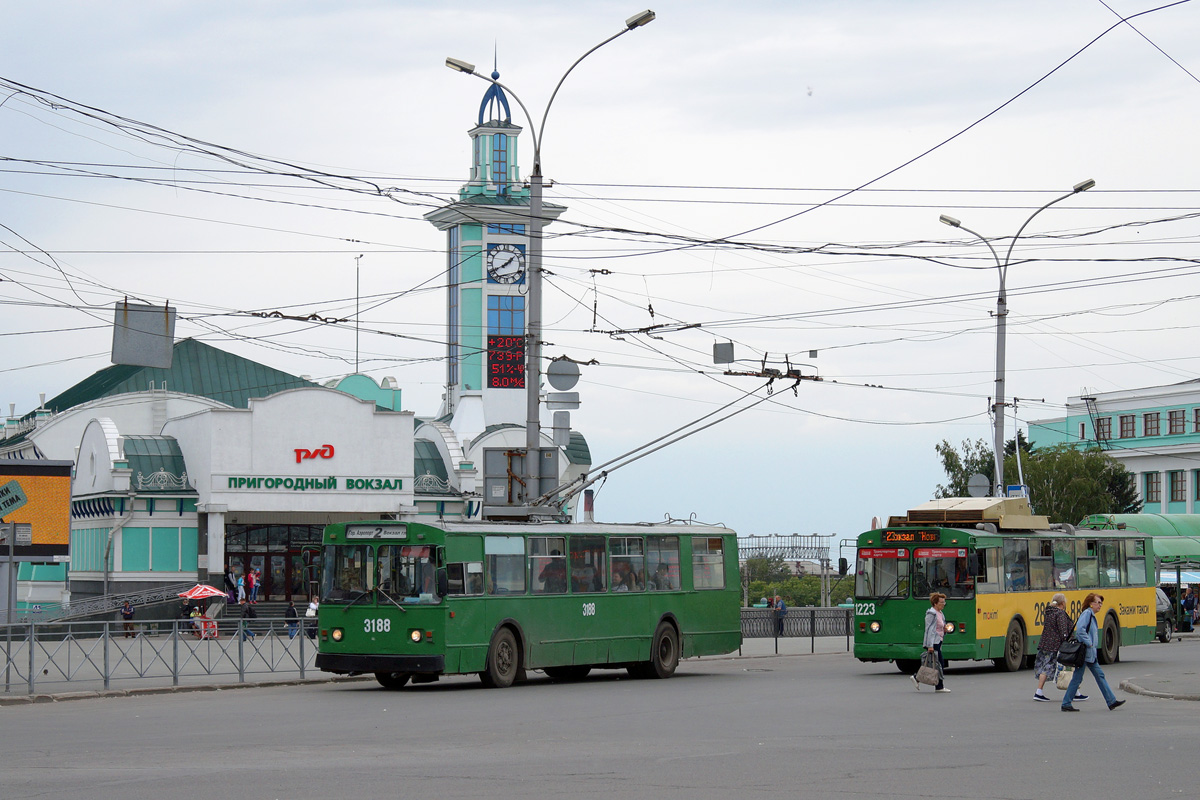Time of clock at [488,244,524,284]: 1:40
